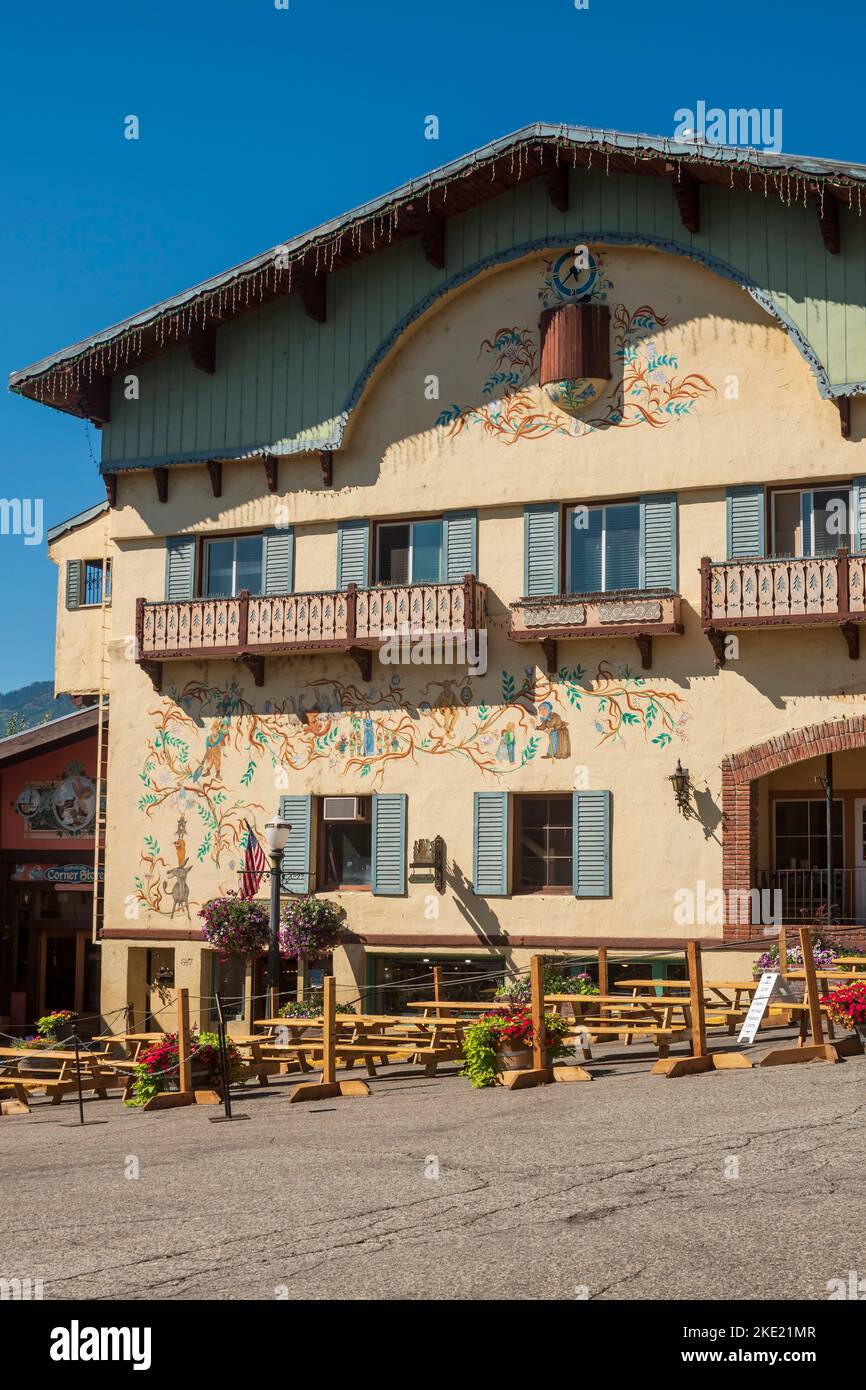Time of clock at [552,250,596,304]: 5:38
